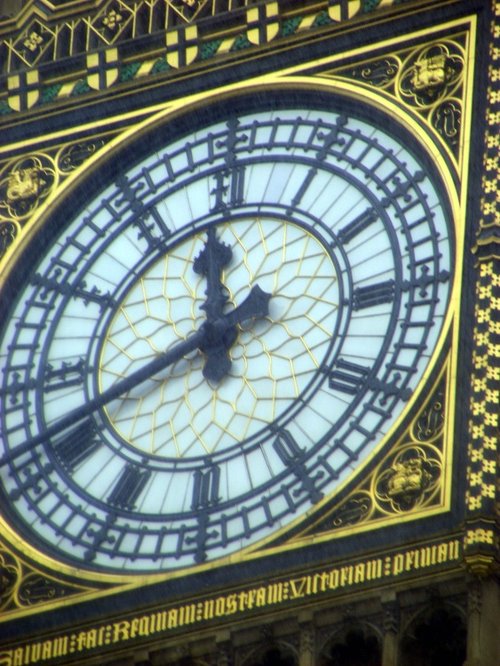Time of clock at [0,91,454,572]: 11:41
